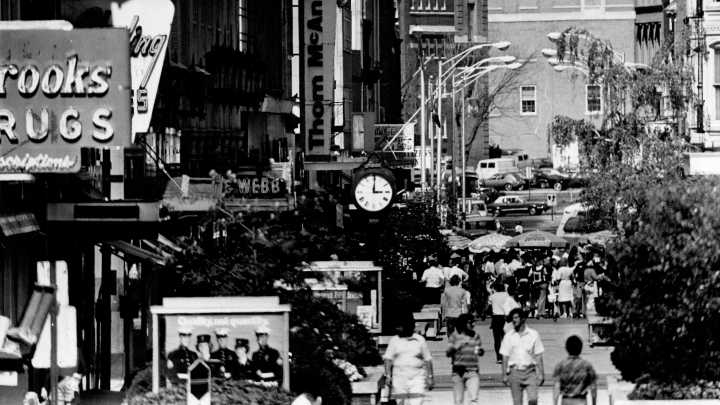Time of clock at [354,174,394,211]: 3:00
